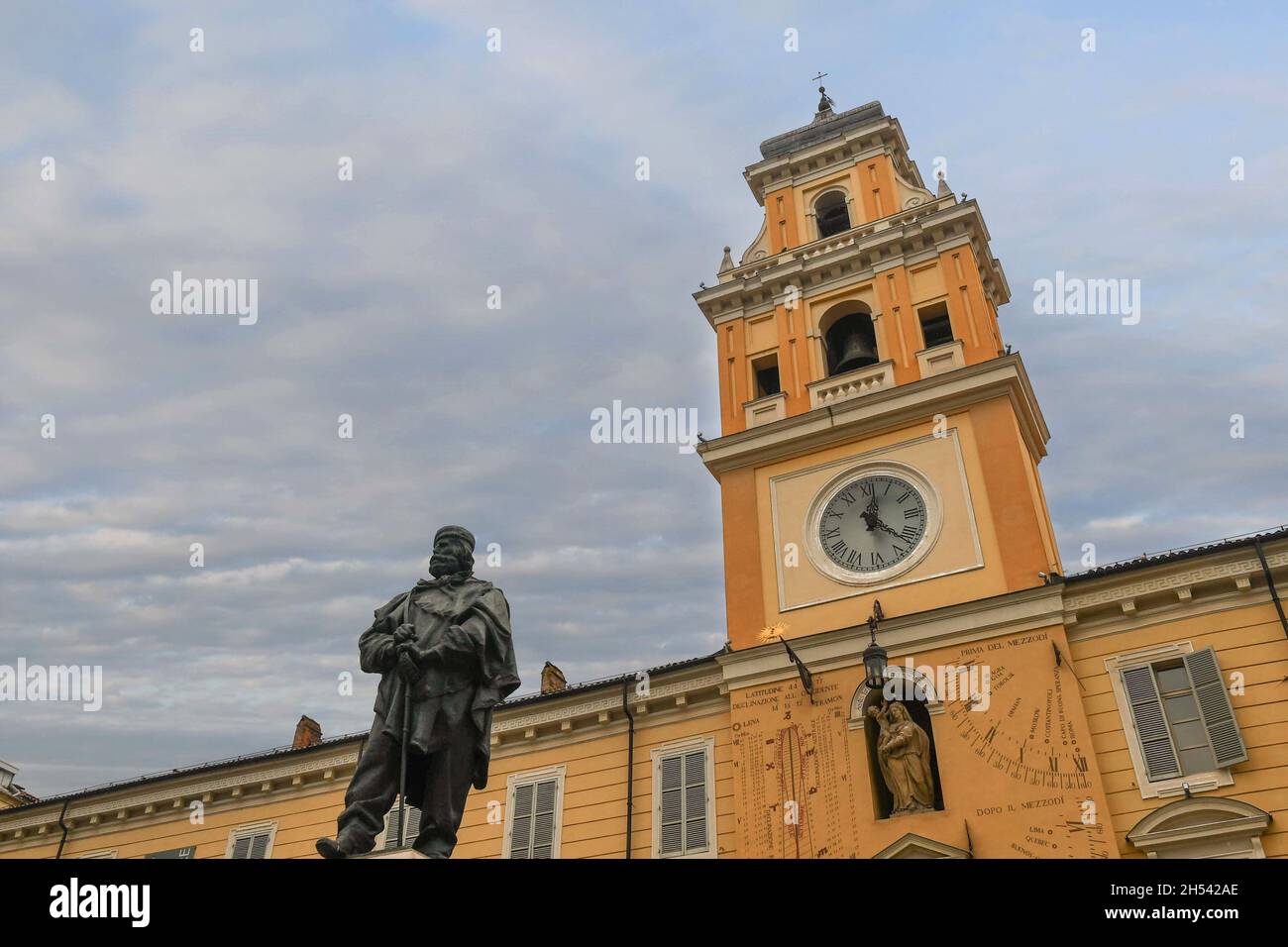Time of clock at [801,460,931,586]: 12:22
